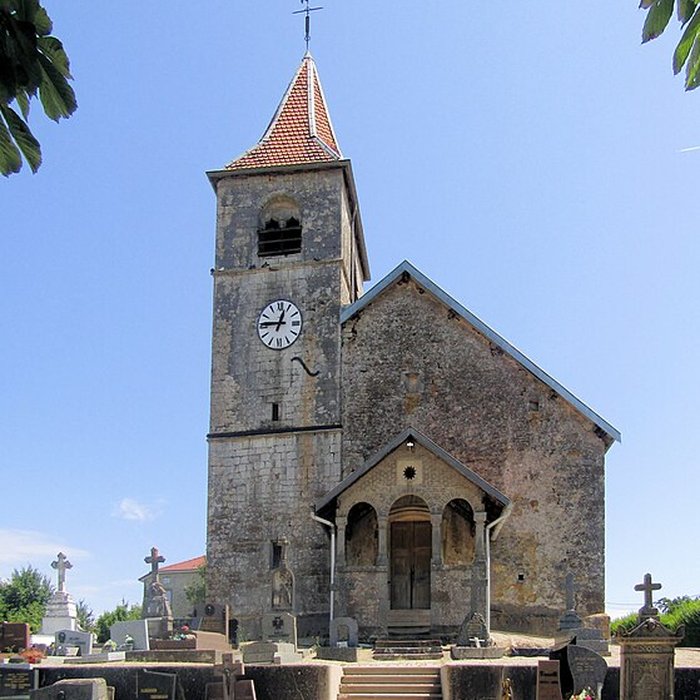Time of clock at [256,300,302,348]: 12:45
